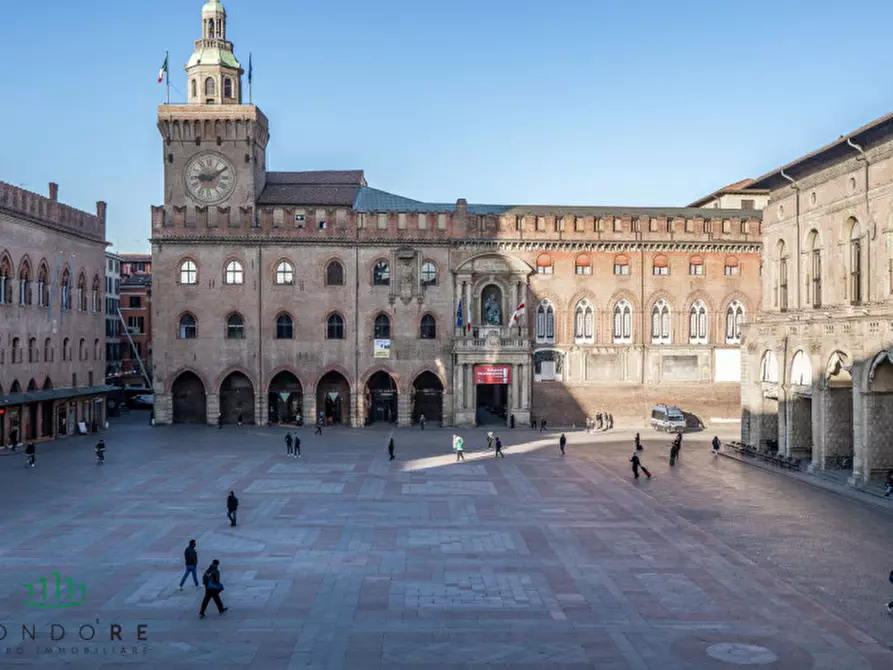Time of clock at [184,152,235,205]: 9:09
